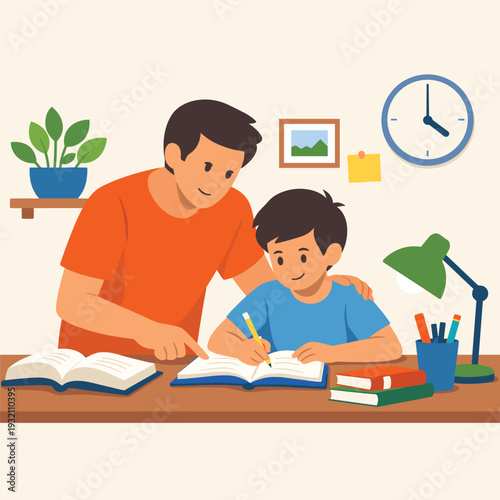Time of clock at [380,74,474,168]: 4:00
